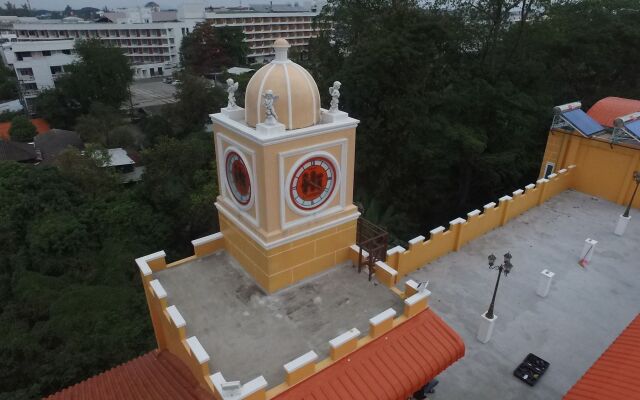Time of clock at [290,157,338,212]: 7:20
